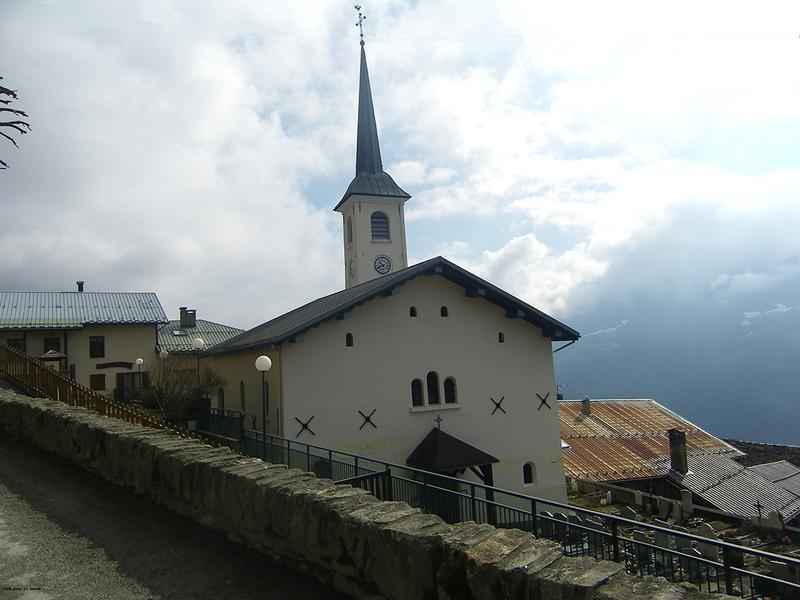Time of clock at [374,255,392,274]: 10:41
